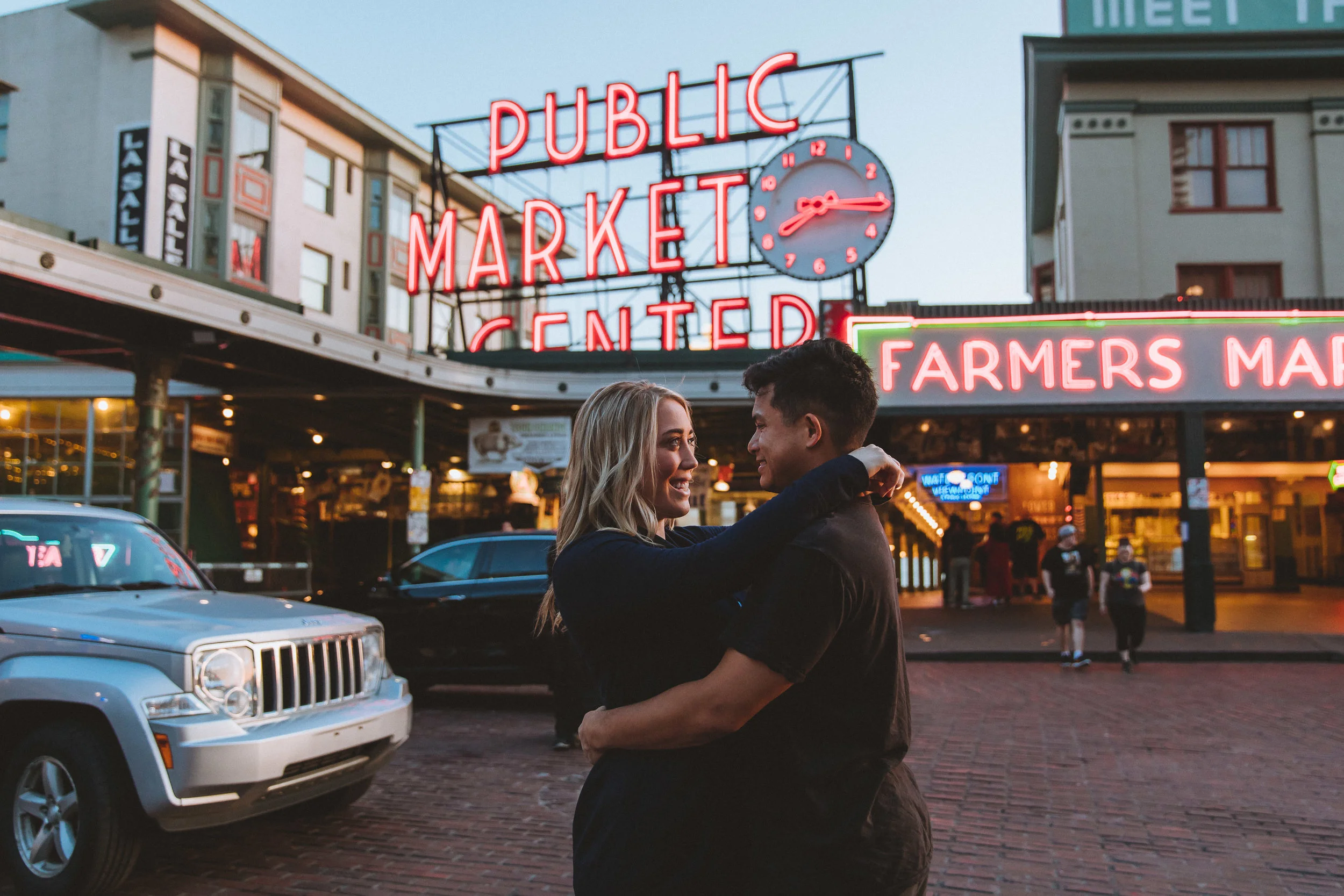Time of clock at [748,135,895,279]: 8:15
